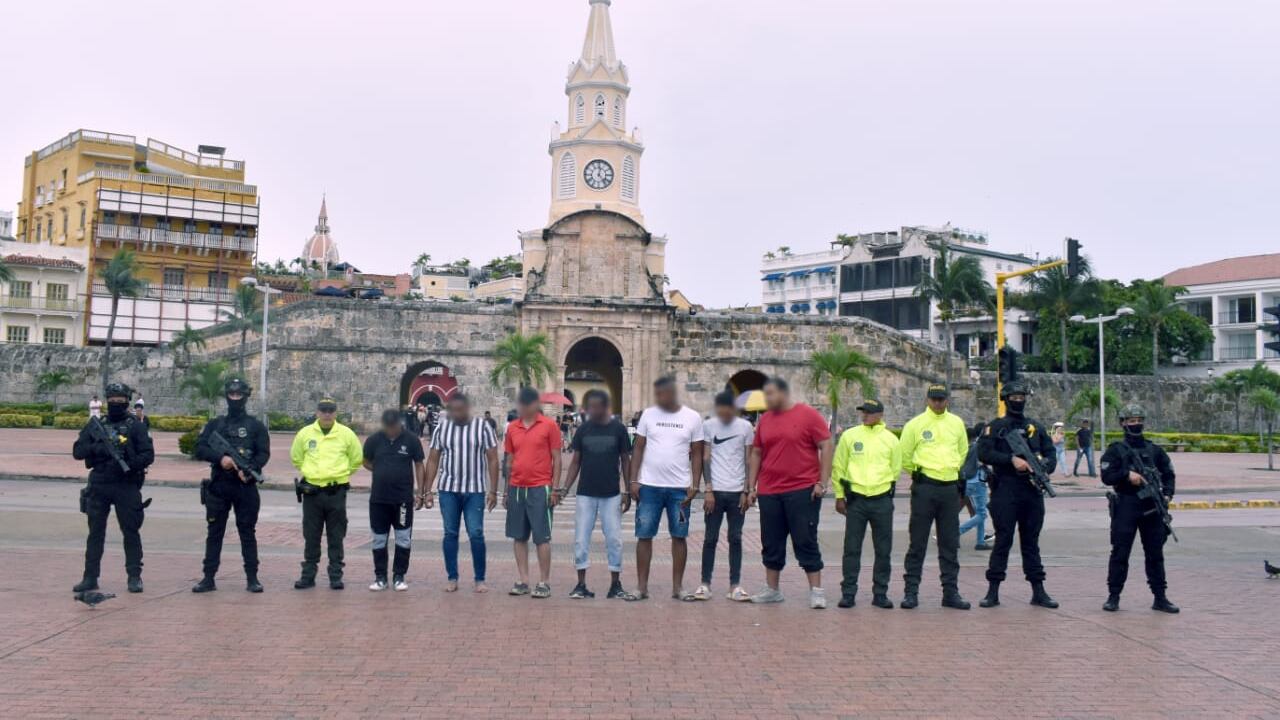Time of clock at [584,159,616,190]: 12:23
